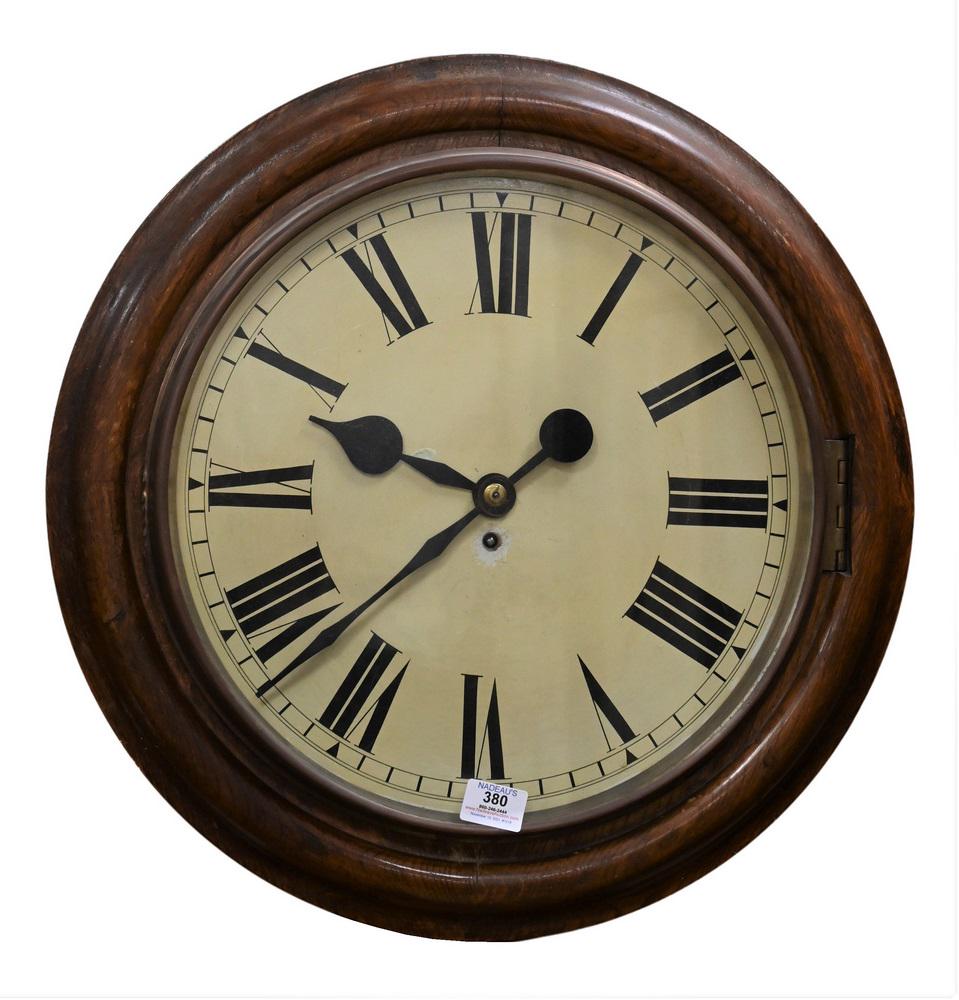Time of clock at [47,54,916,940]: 9:37
